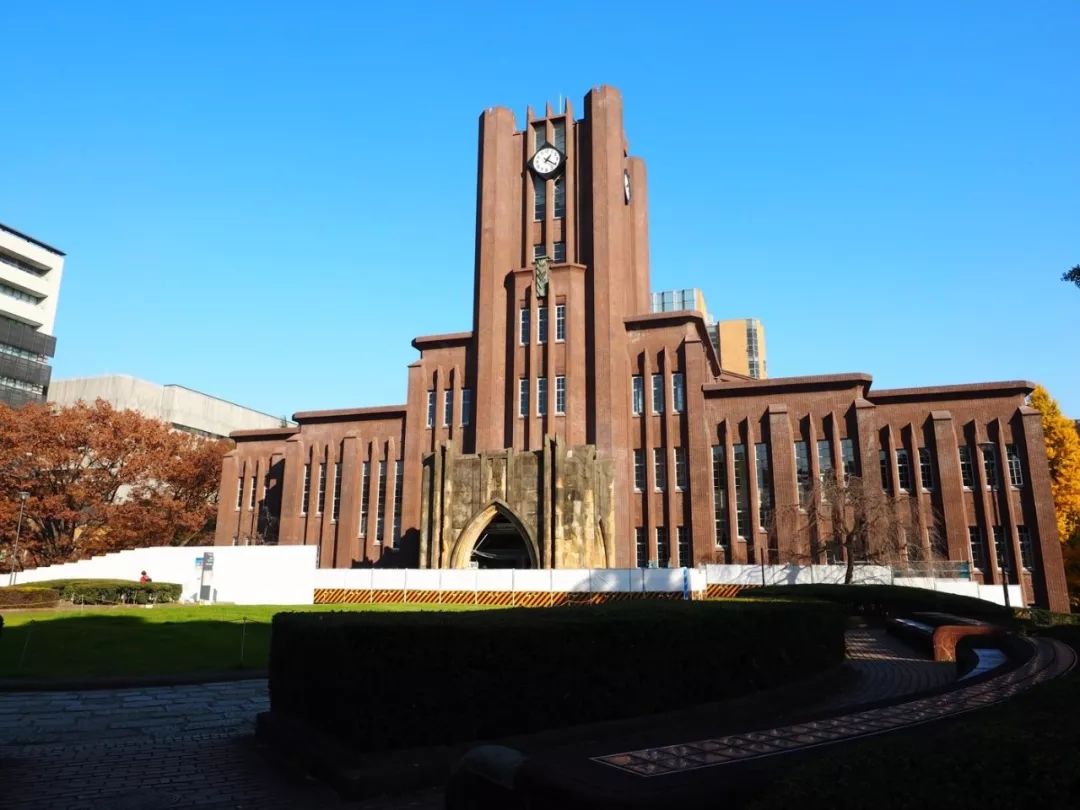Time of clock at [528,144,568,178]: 1:20
